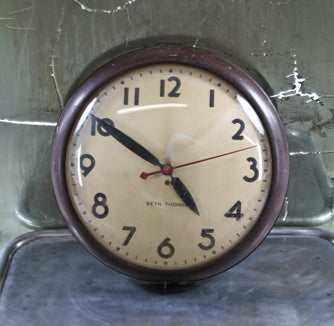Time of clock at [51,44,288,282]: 4:50
